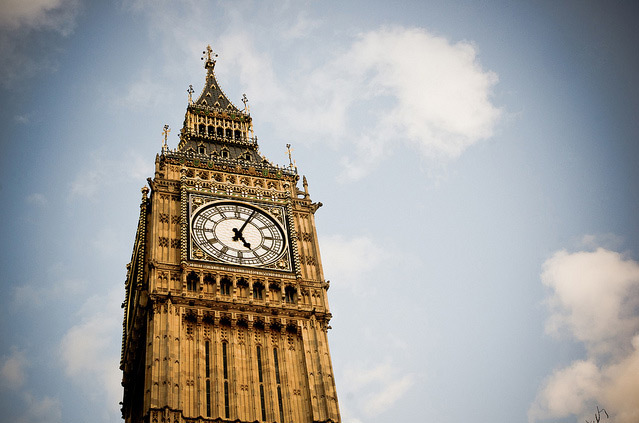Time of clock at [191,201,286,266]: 5:04
